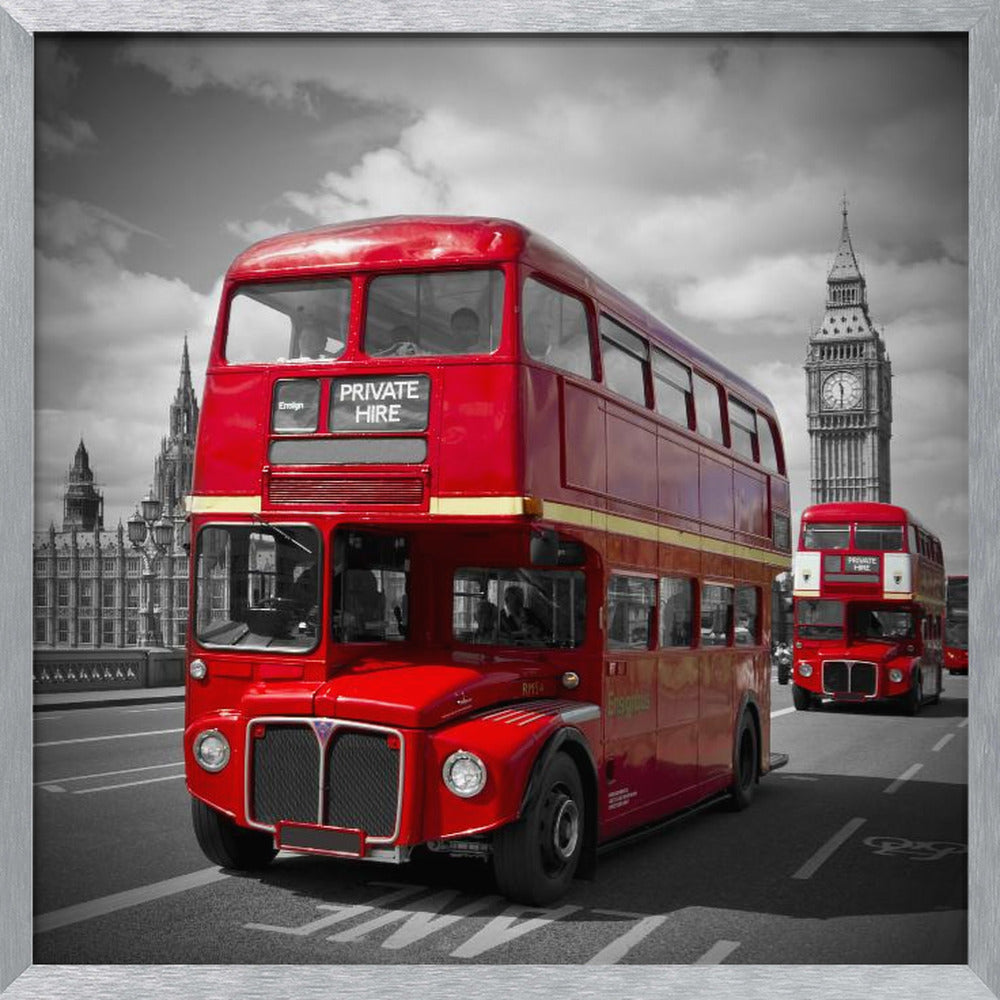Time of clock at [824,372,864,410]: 11:30
